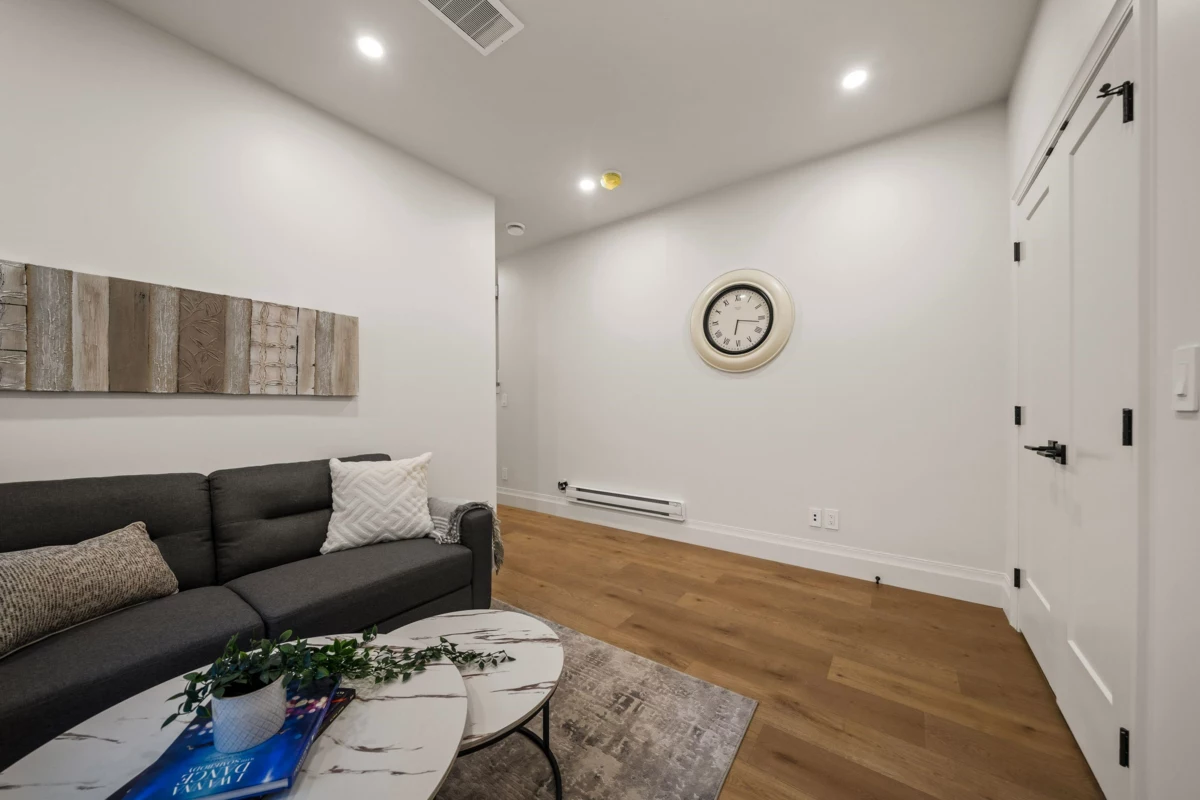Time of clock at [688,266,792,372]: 6:16
